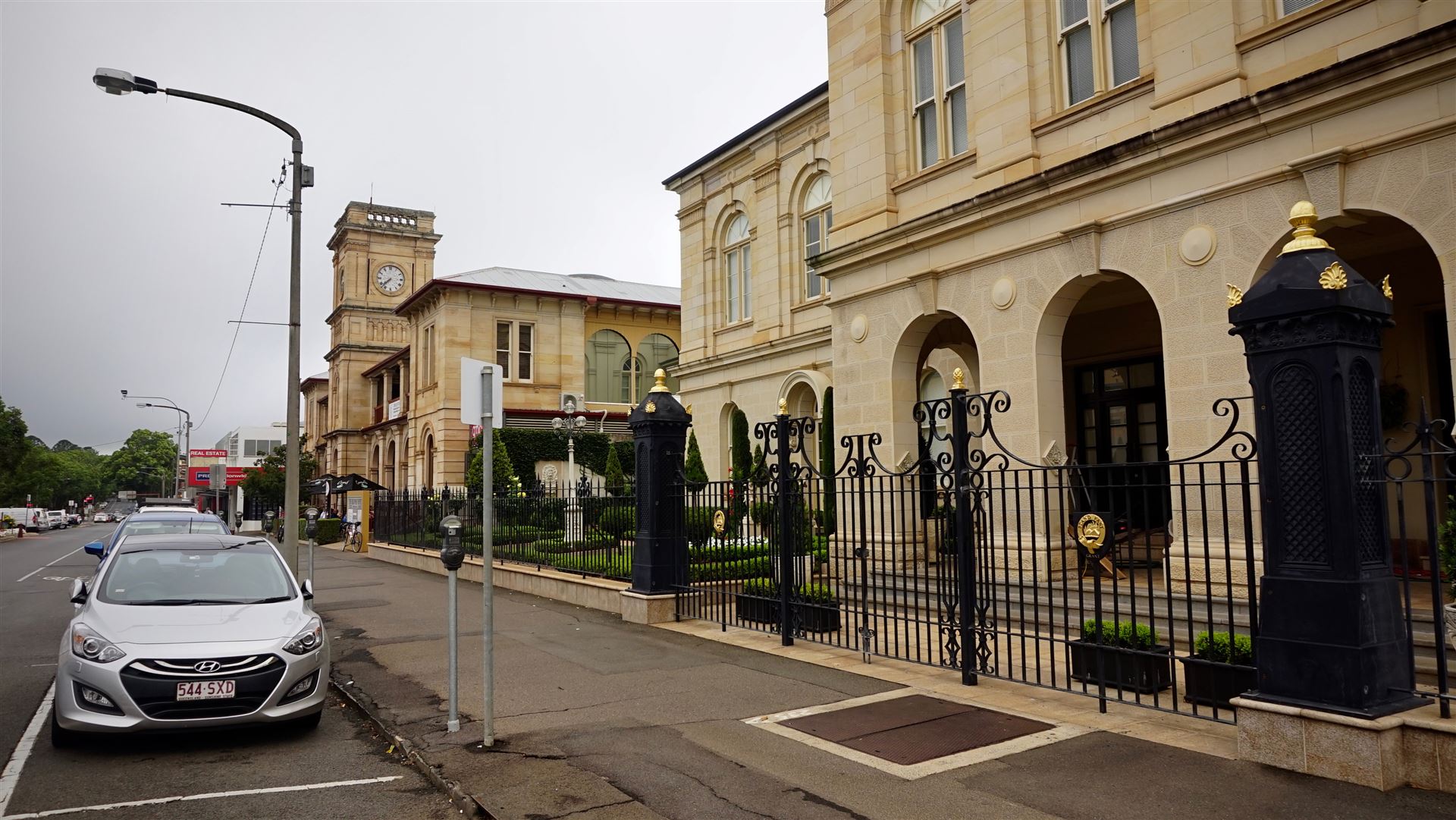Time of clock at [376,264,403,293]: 7:37
